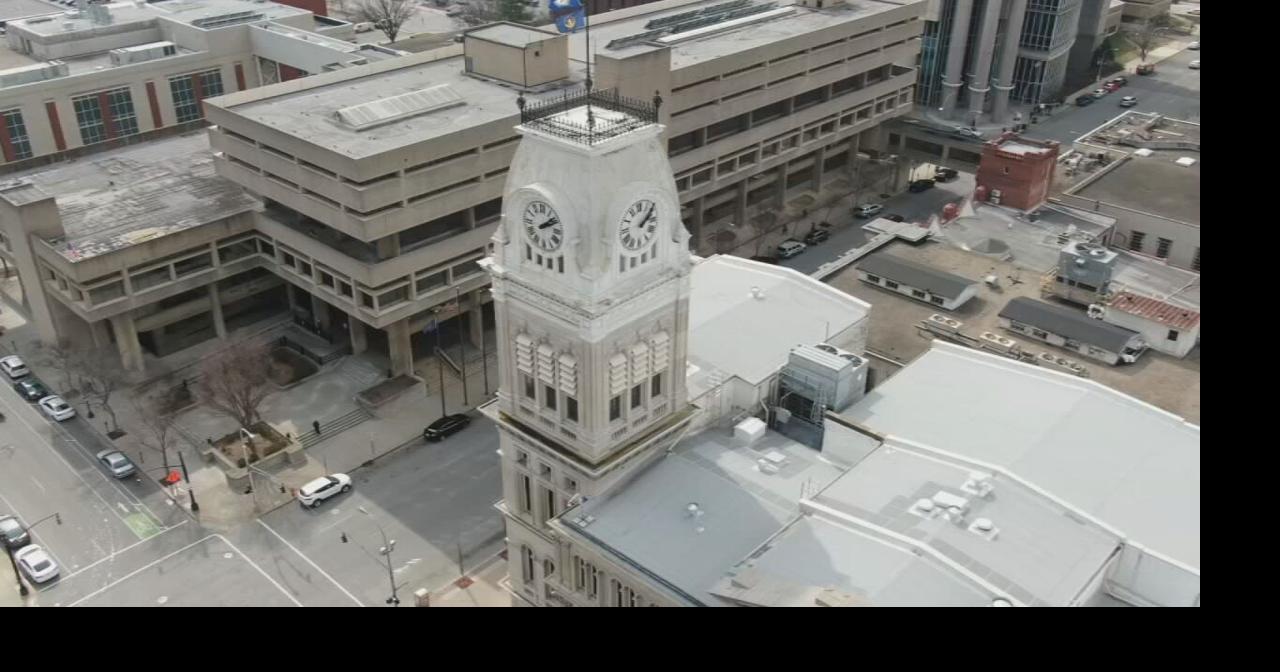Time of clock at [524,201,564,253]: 2:08
